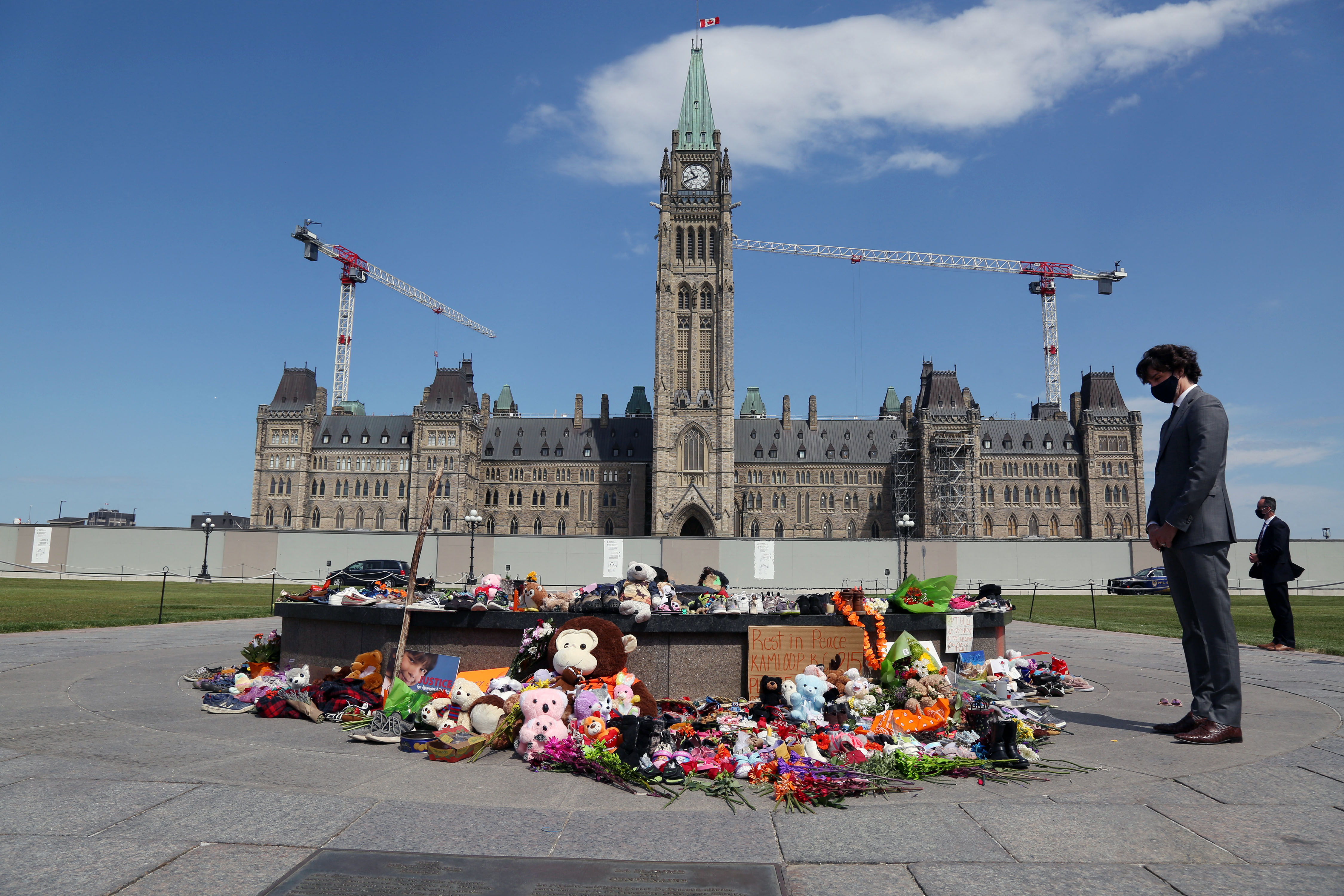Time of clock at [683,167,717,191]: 10:40
